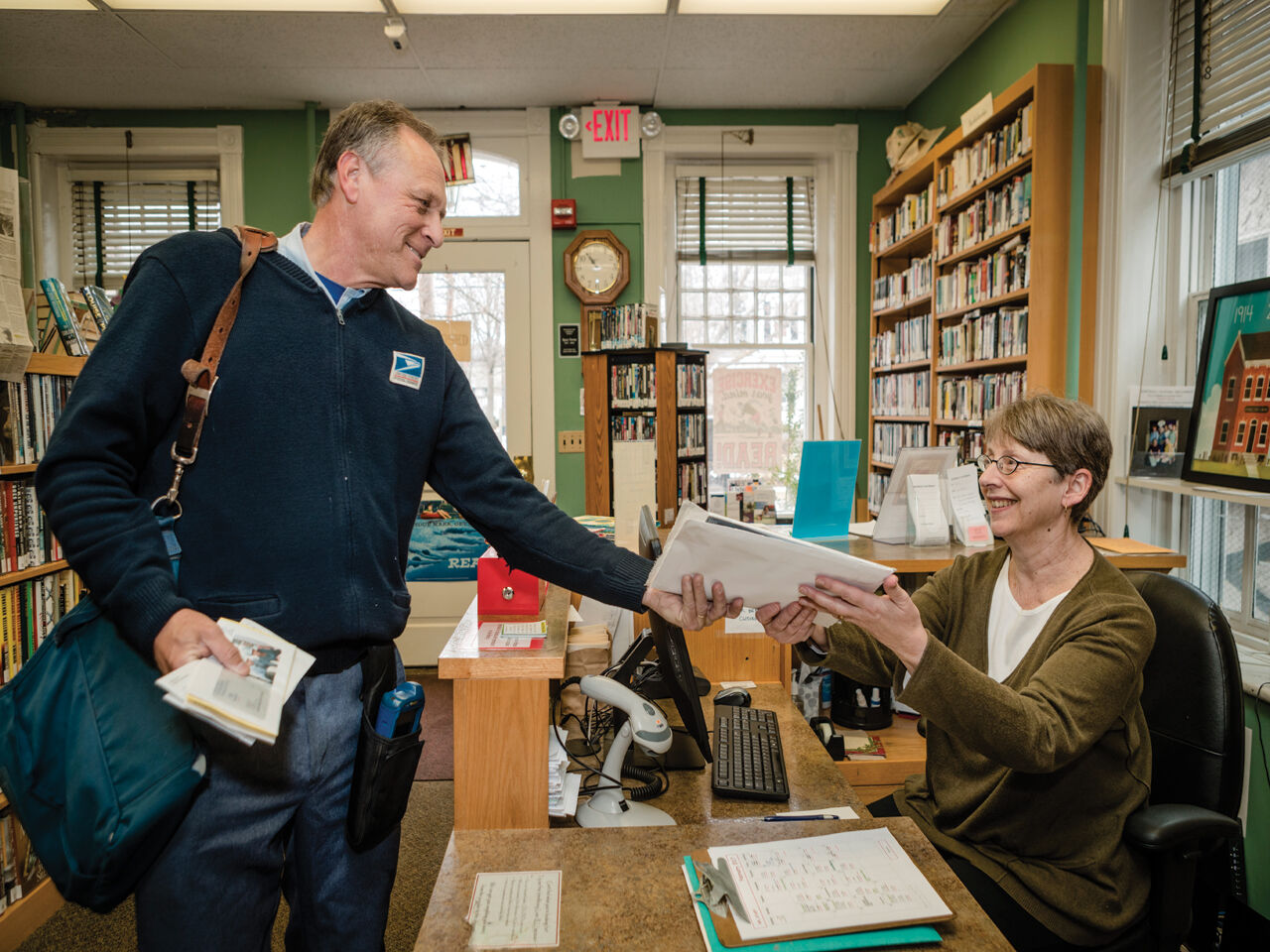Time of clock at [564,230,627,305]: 10:47
